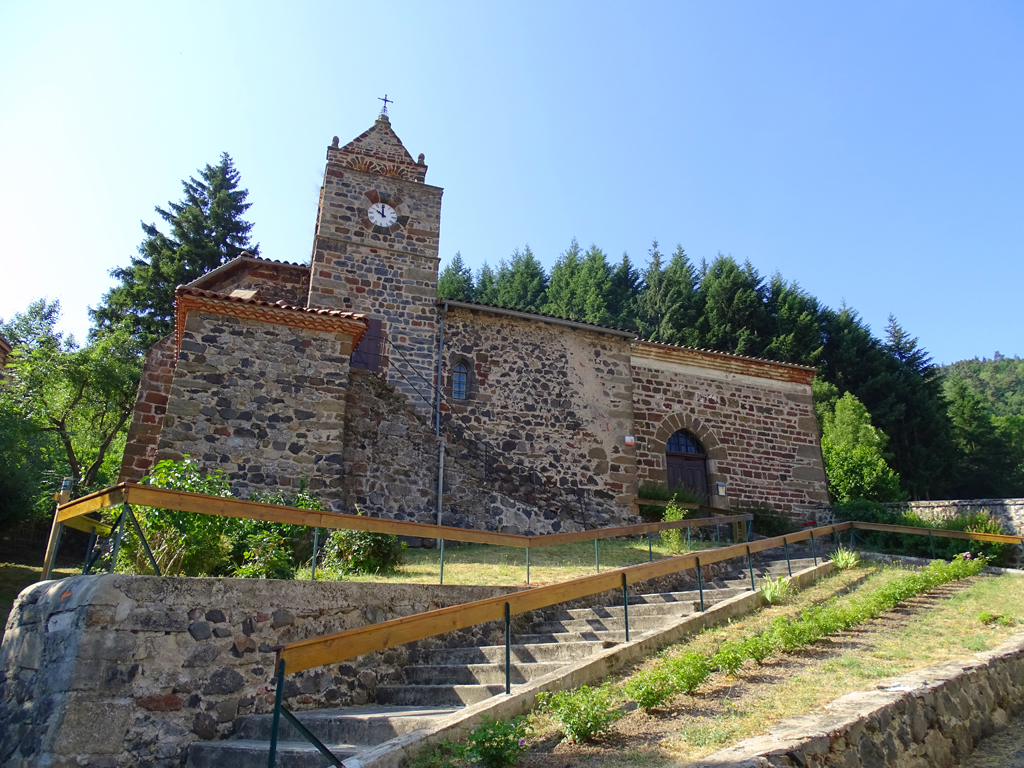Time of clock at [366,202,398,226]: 9:59
